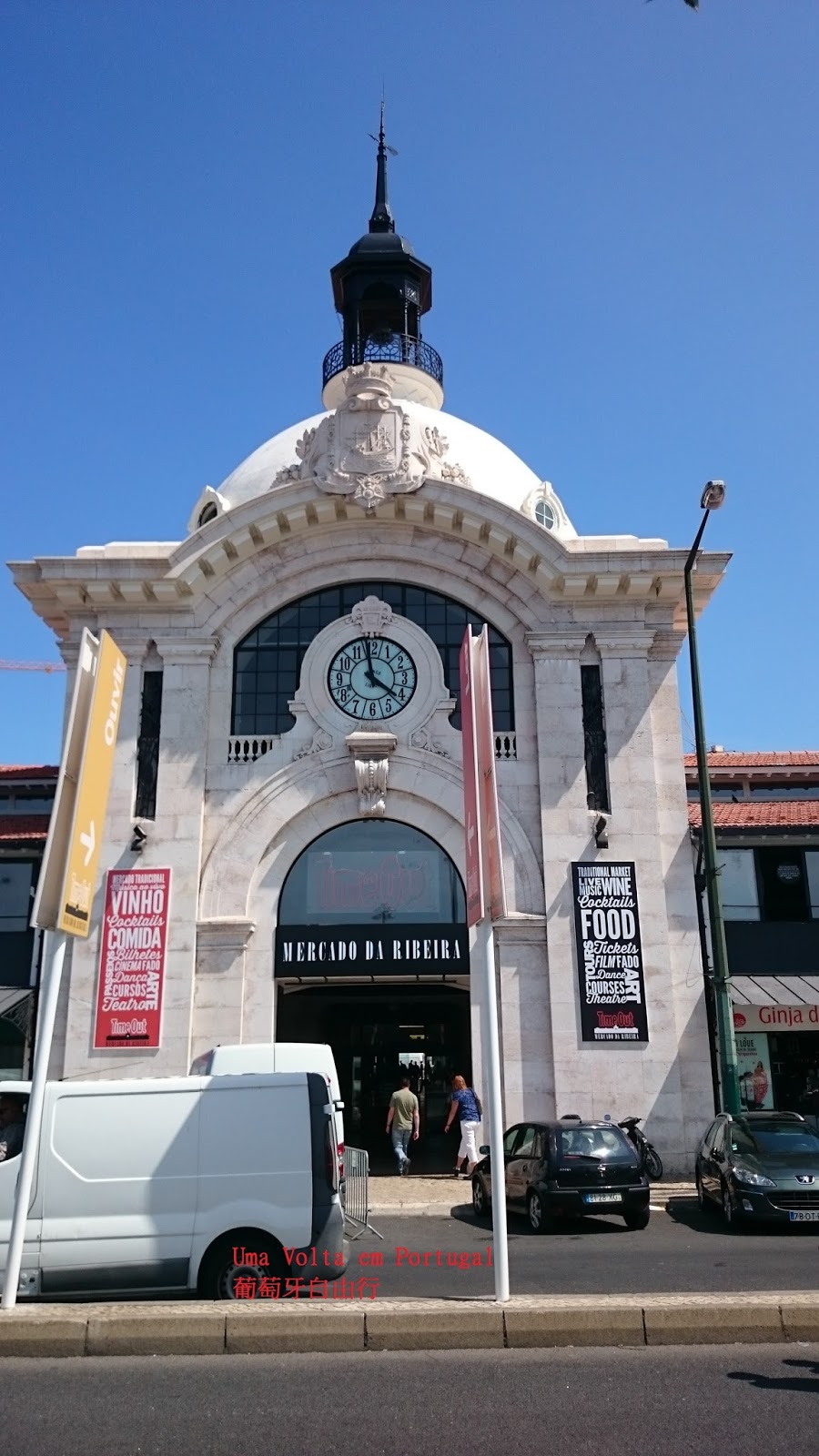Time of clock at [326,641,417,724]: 3:58
